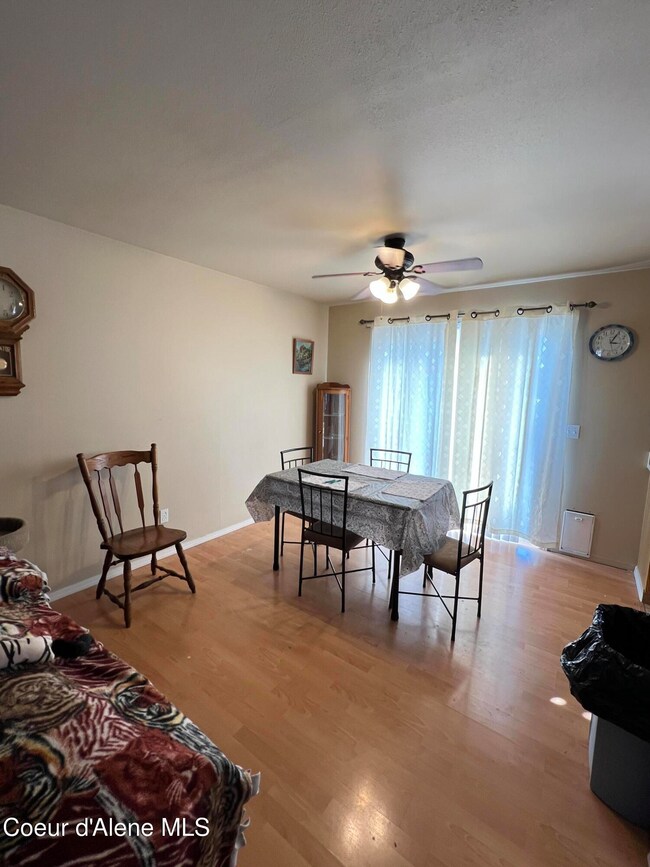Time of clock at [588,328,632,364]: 3:04
